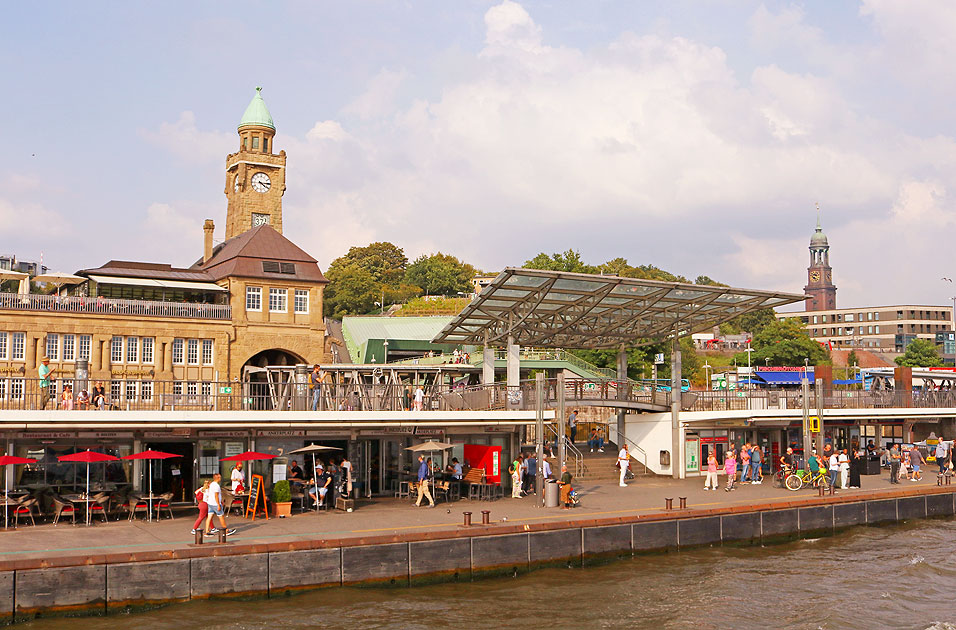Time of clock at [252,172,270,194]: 4:14
